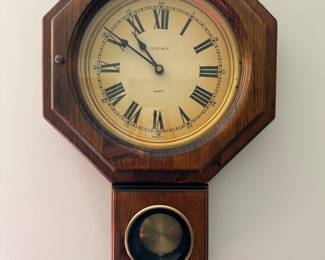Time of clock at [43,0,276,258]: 10:50
